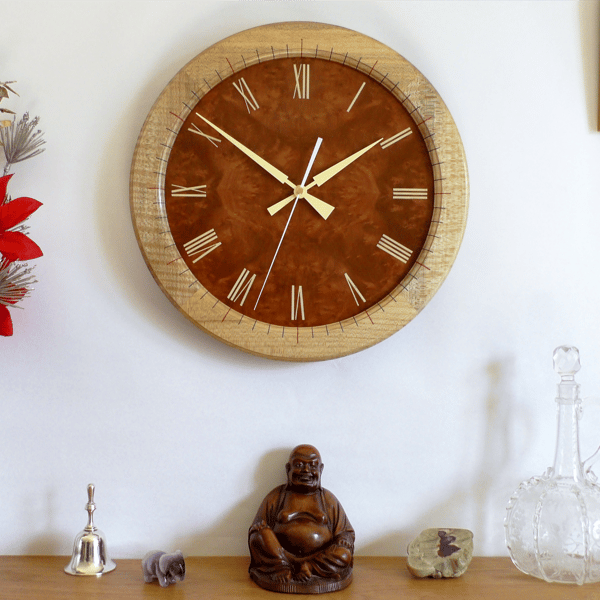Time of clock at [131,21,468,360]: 1:51
